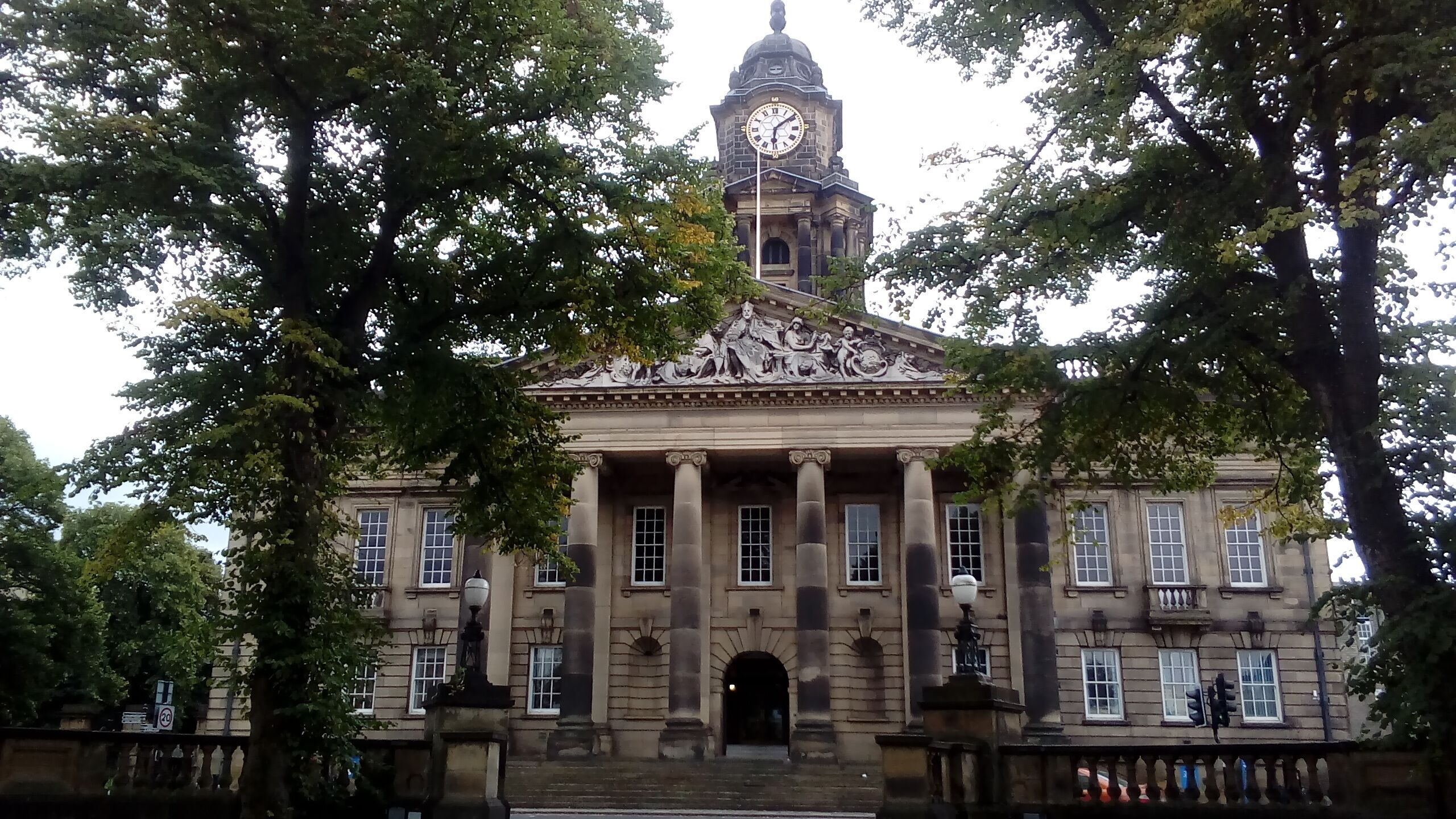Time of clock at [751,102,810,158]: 6:08
